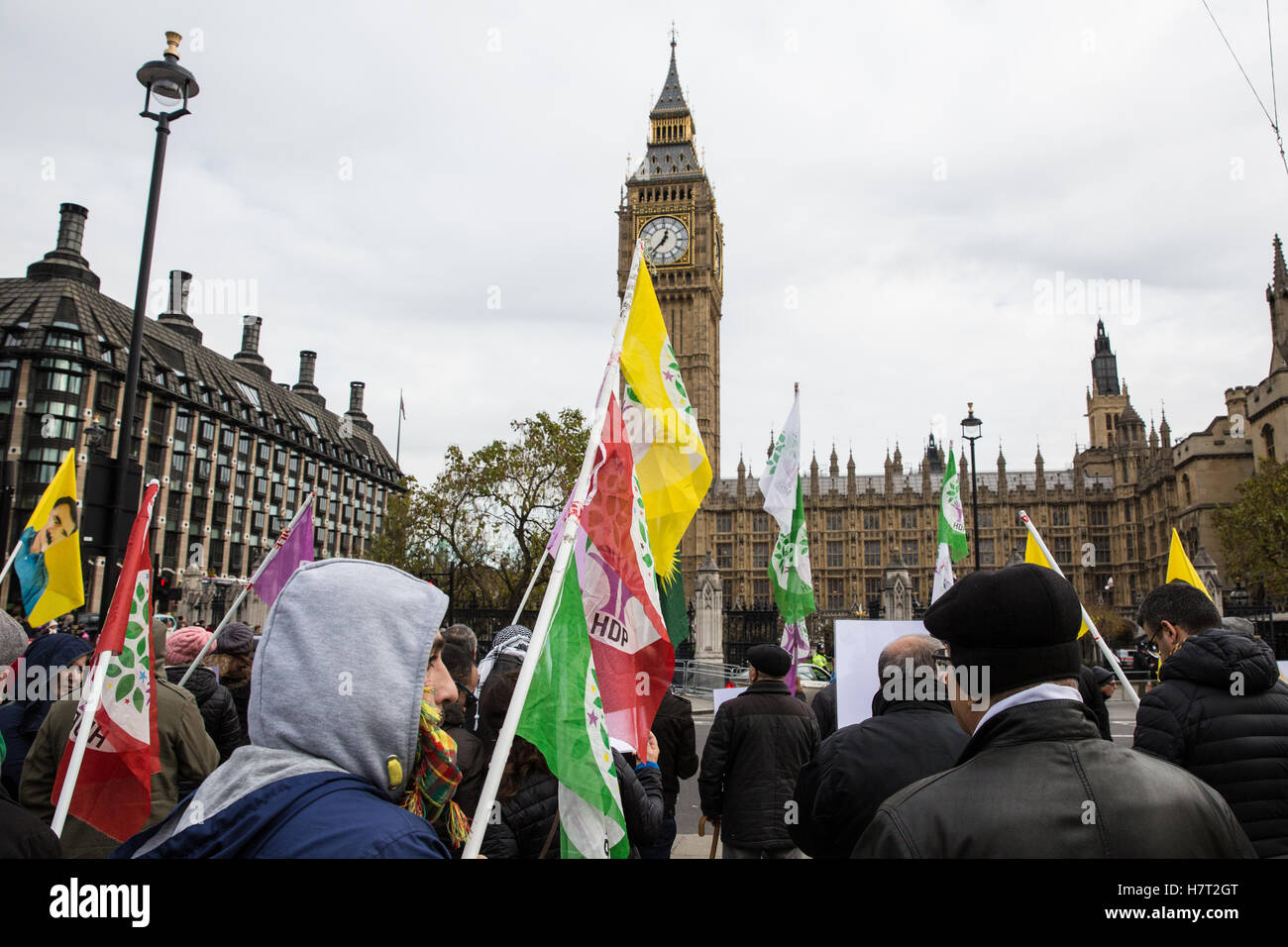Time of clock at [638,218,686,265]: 12:37
